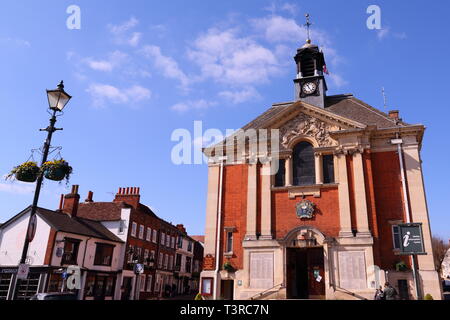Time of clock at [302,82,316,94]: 11:24
